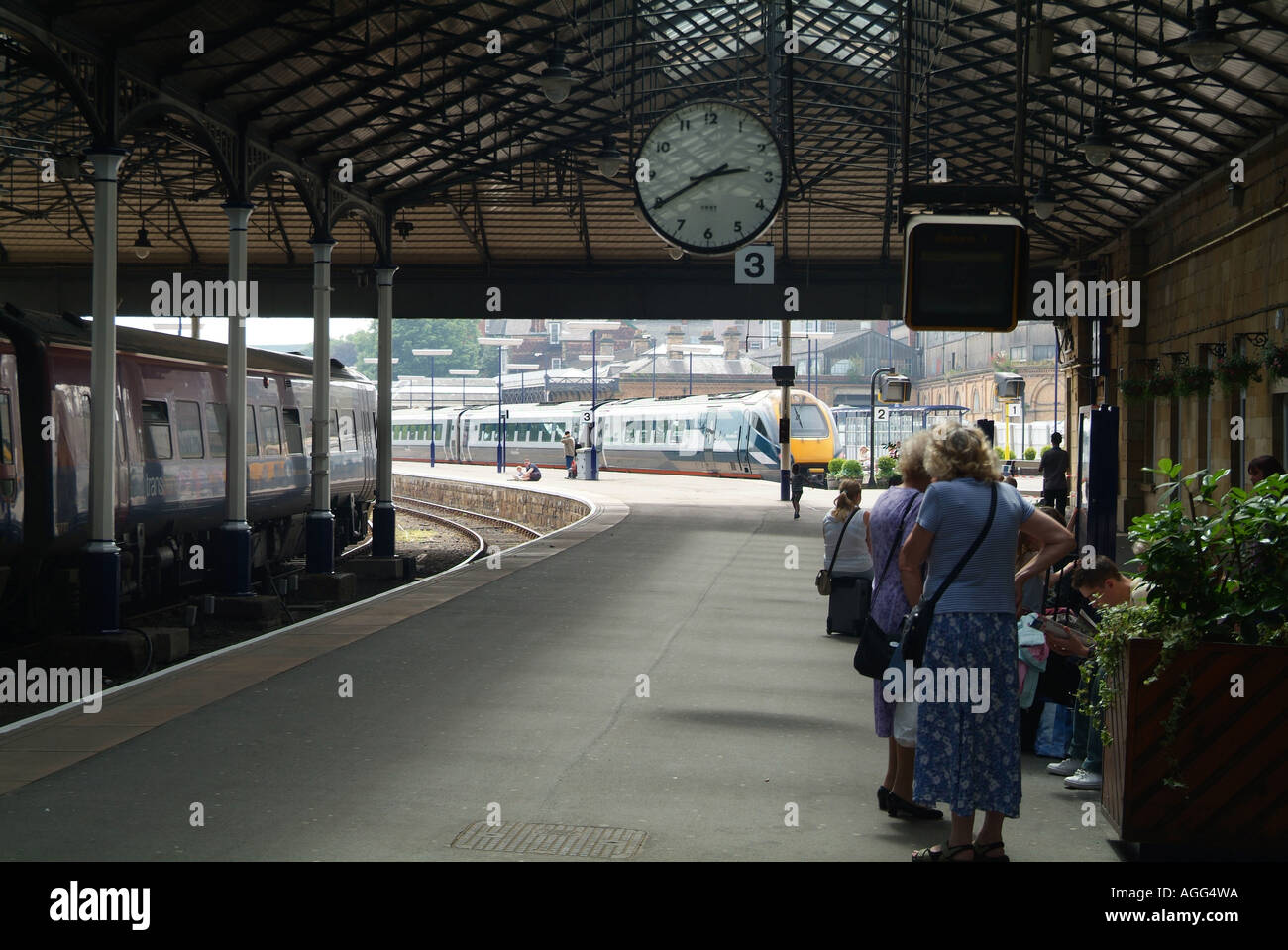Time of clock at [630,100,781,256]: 2:40
